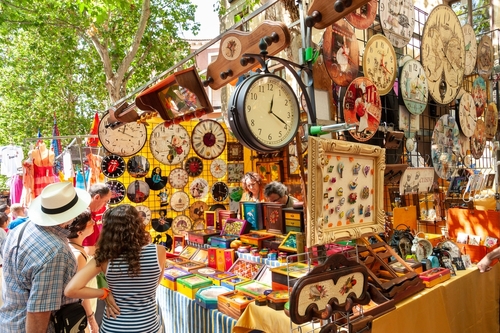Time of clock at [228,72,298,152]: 12:19
